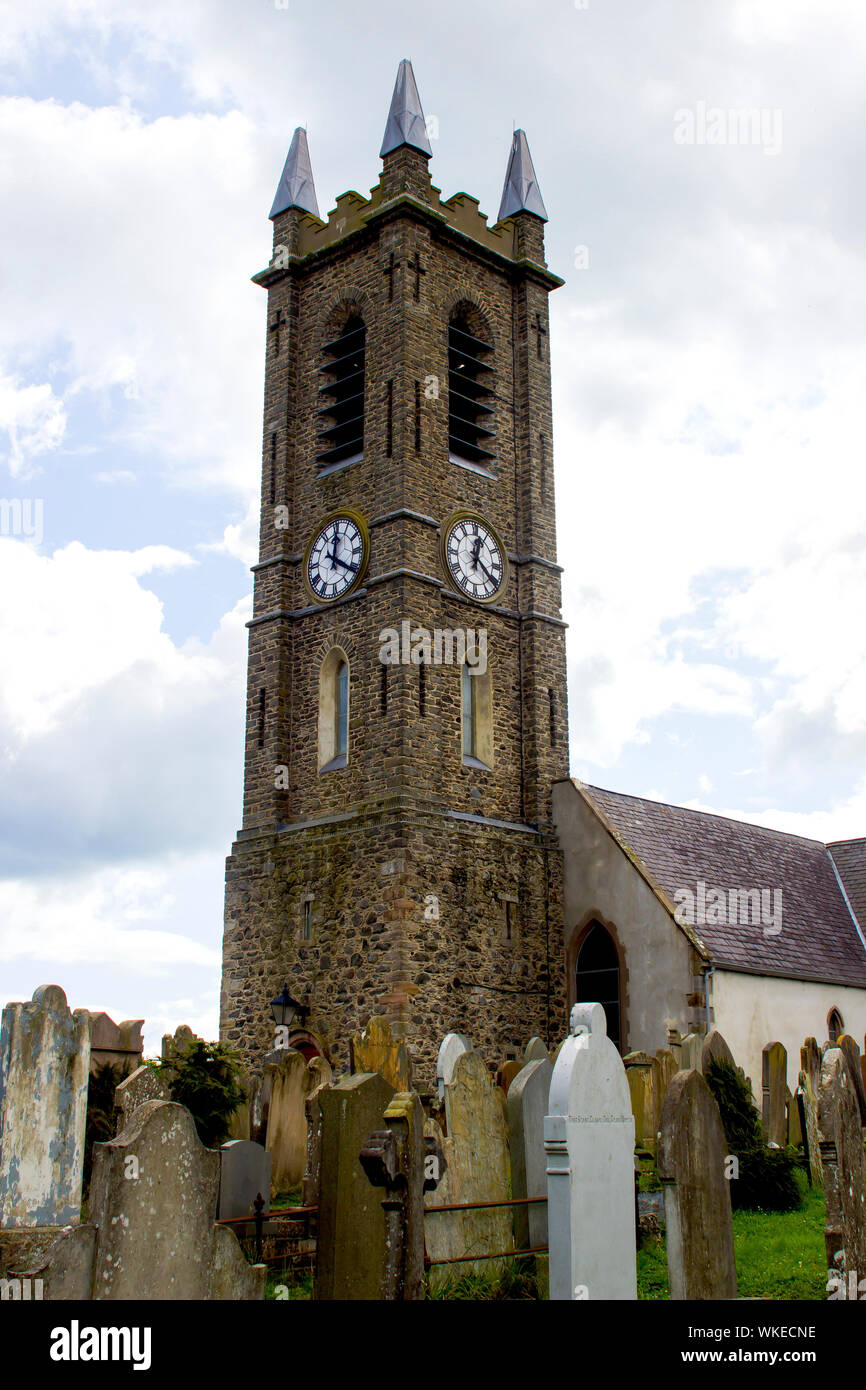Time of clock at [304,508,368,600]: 12:20
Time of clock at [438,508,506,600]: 12:21
